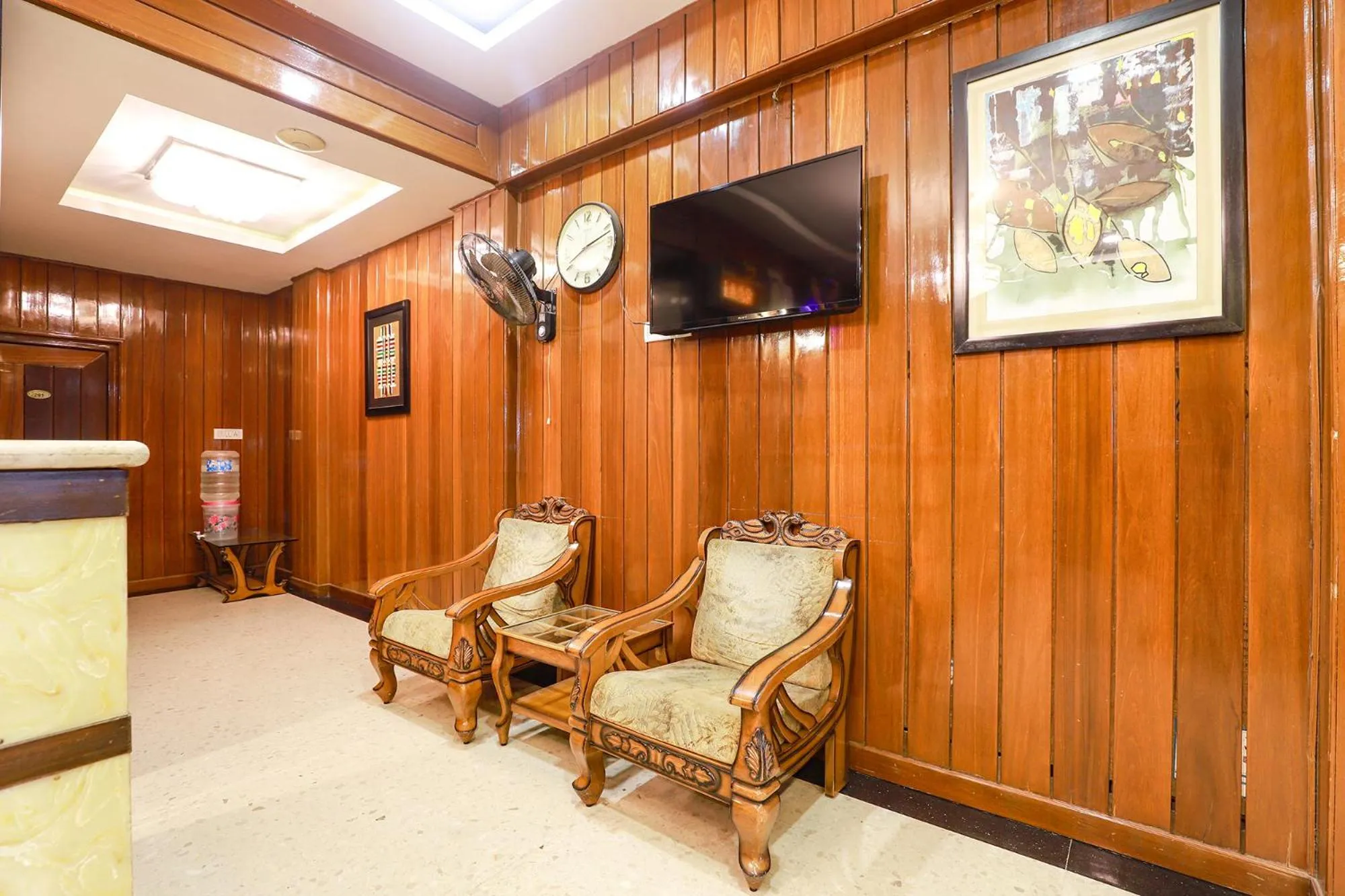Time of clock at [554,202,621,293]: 8:12
